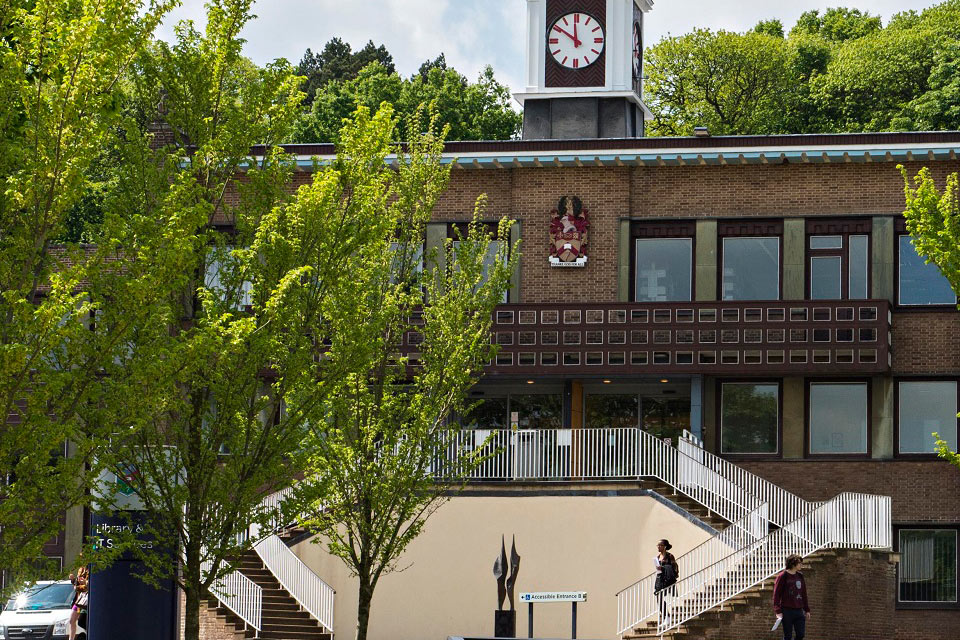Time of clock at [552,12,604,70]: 11:50
